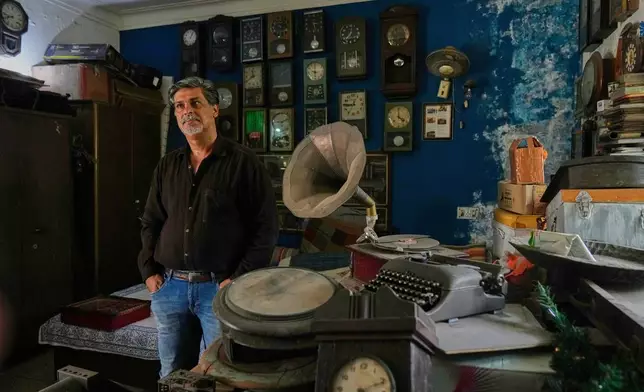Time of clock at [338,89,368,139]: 12:44
